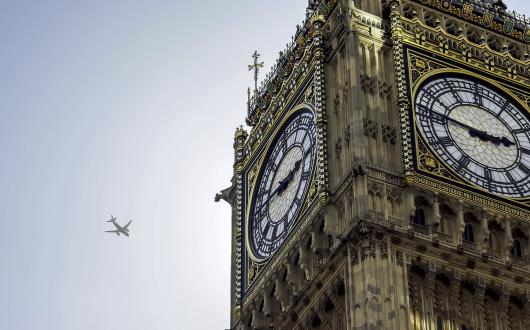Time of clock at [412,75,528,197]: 2:46
